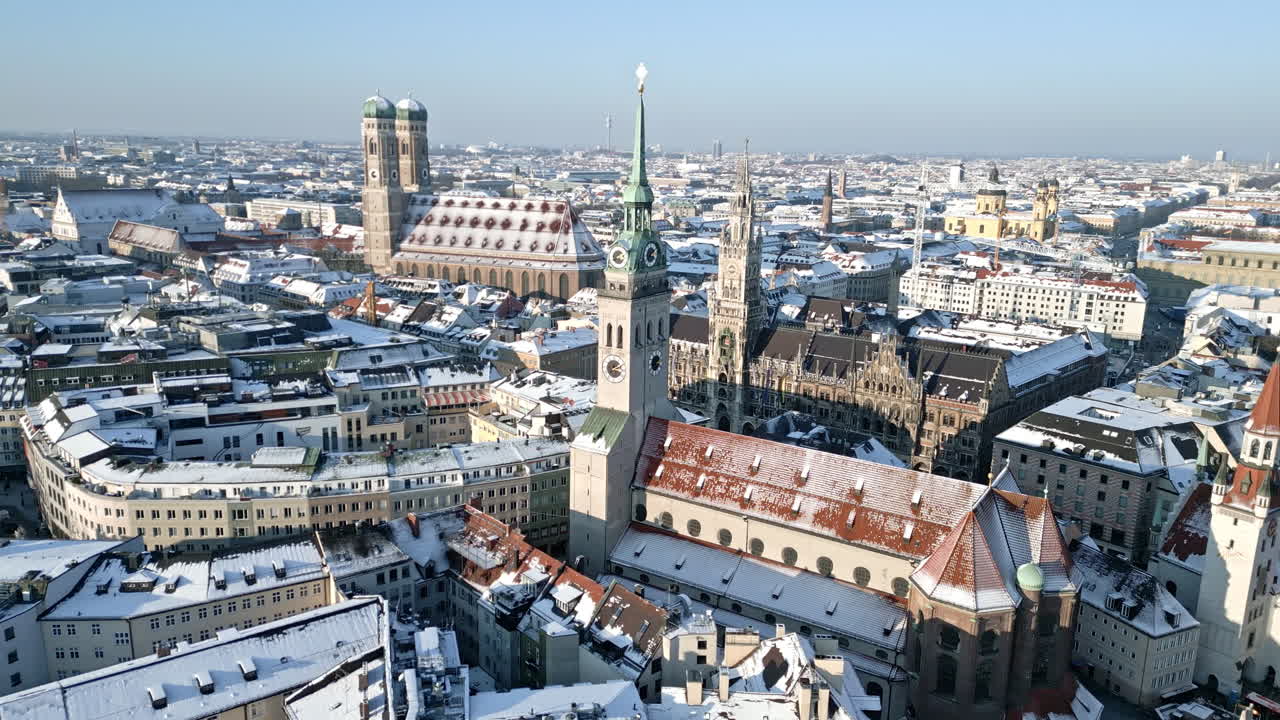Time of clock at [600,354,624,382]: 2:18
